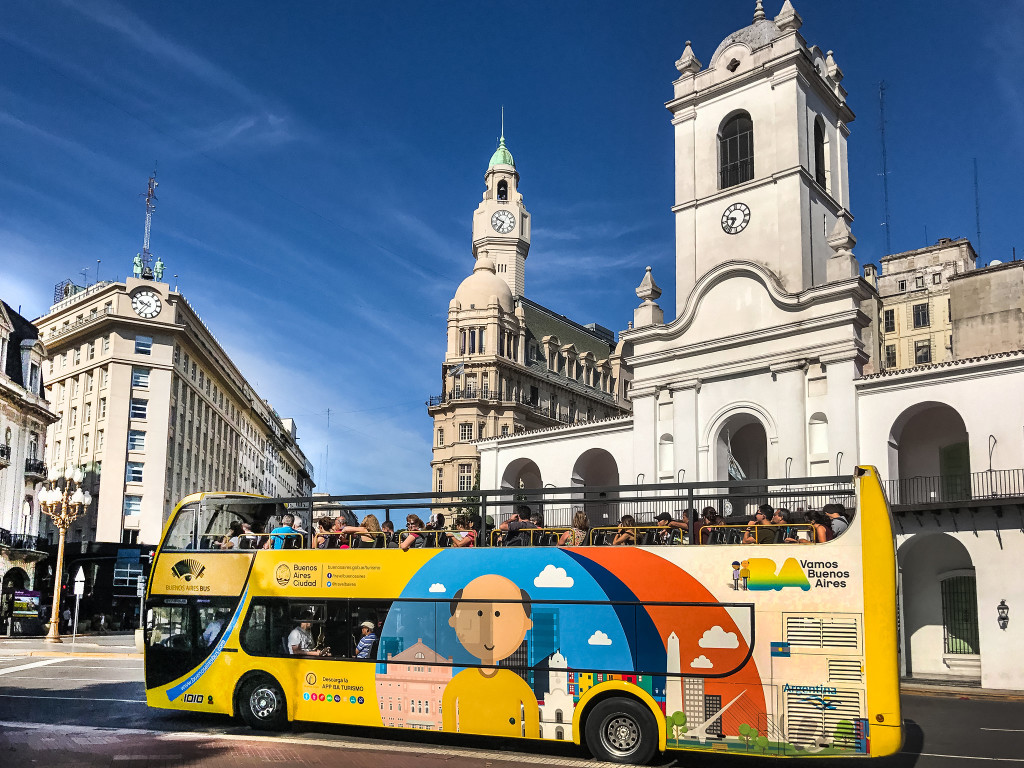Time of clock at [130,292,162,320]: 9:36
